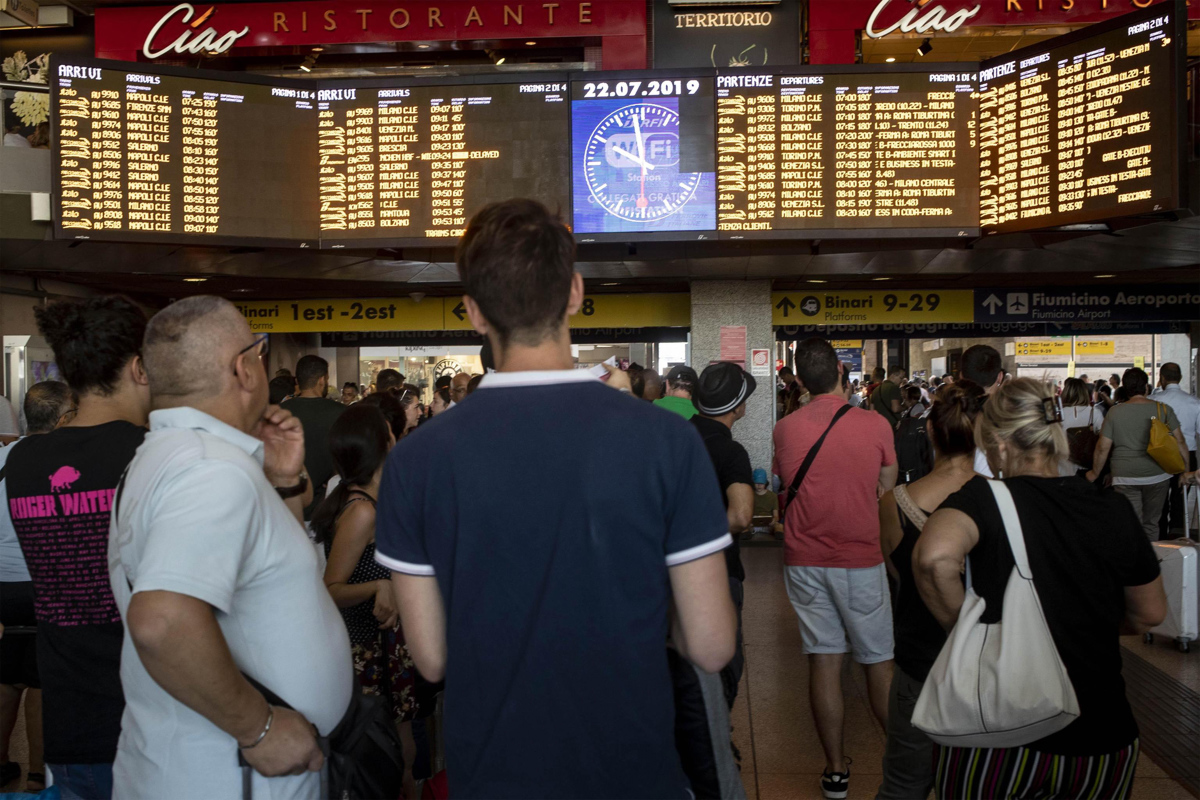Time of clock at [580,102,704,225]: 5:58
